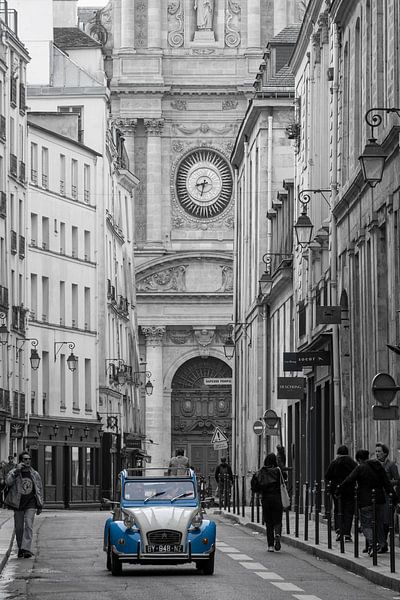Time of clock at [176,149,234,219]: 8:32
